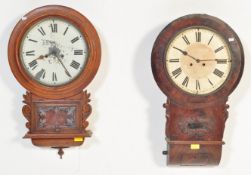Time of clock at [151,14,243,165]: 2:50
